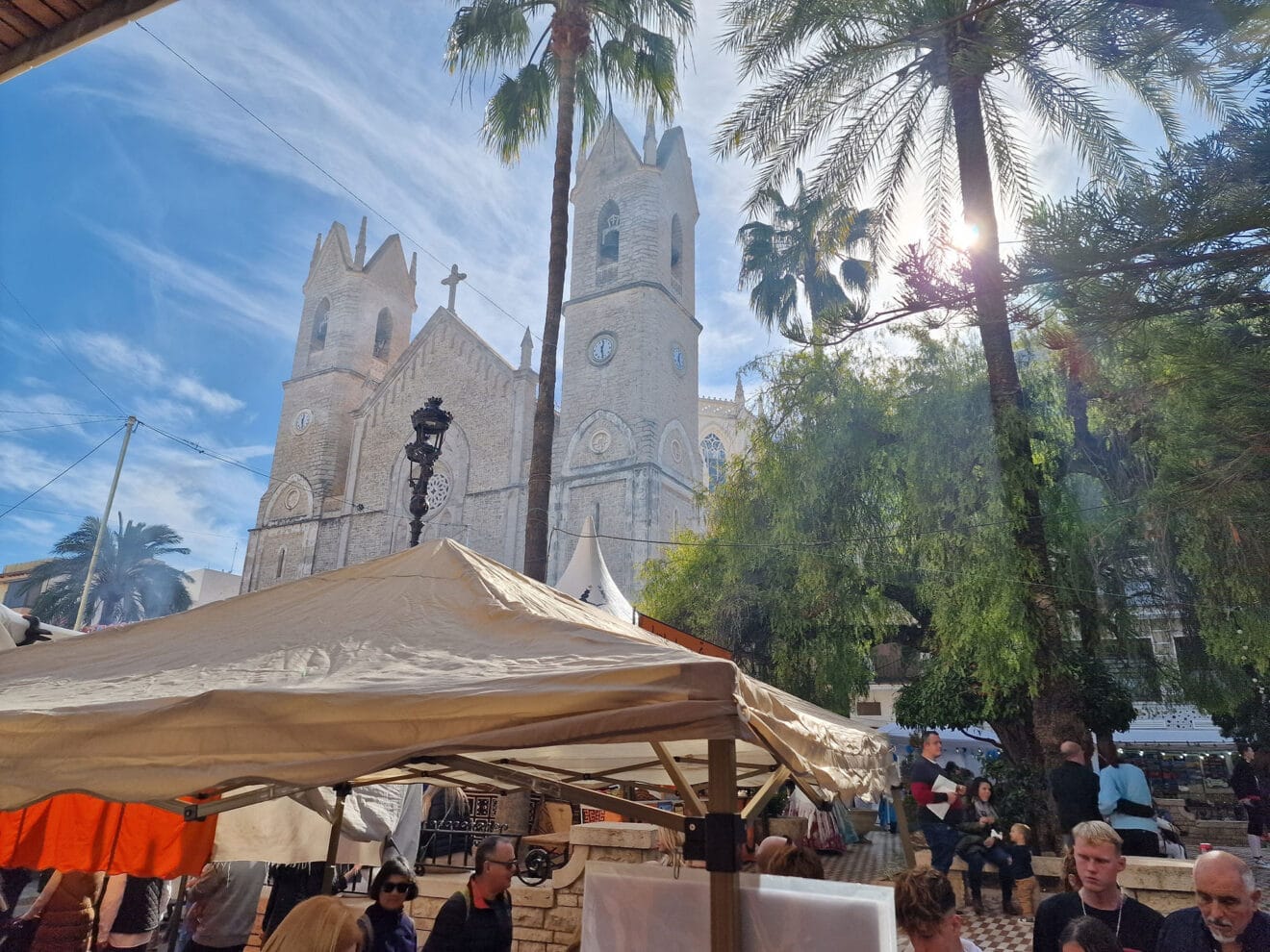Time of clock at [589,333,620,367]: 12:27
